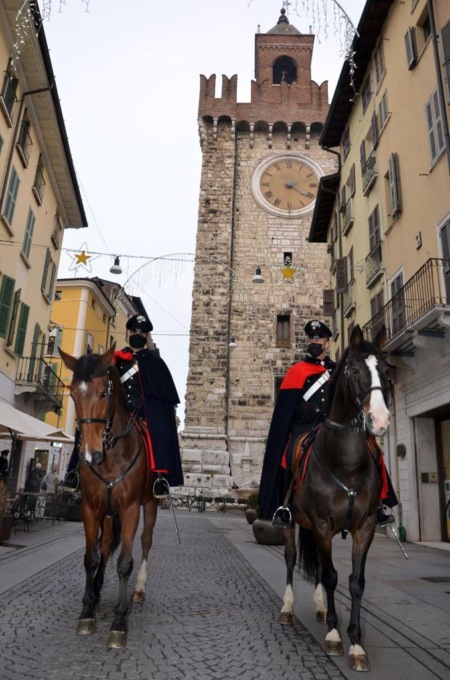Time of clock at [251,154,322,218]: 2:21
